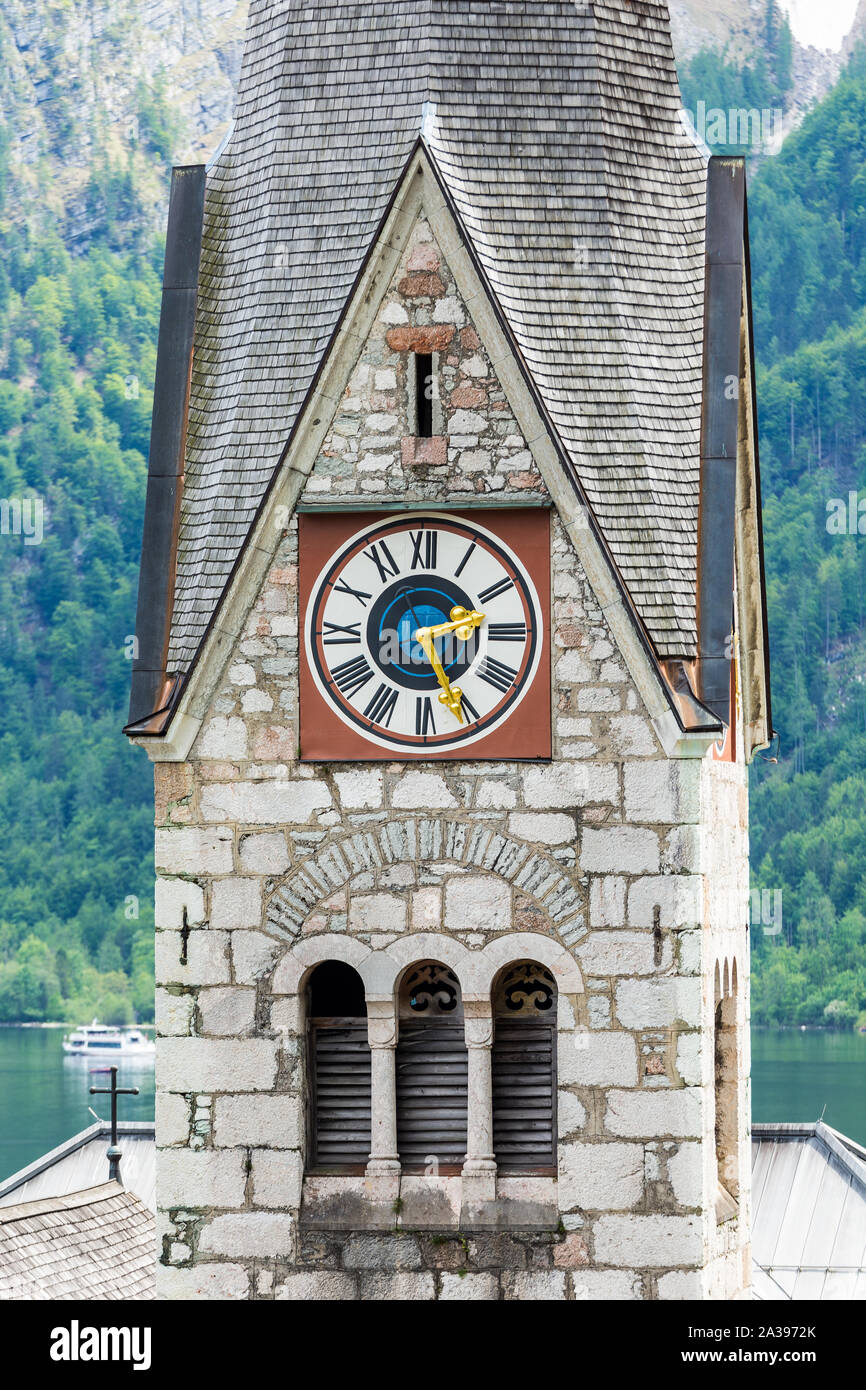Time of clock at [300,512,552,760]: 2:26
